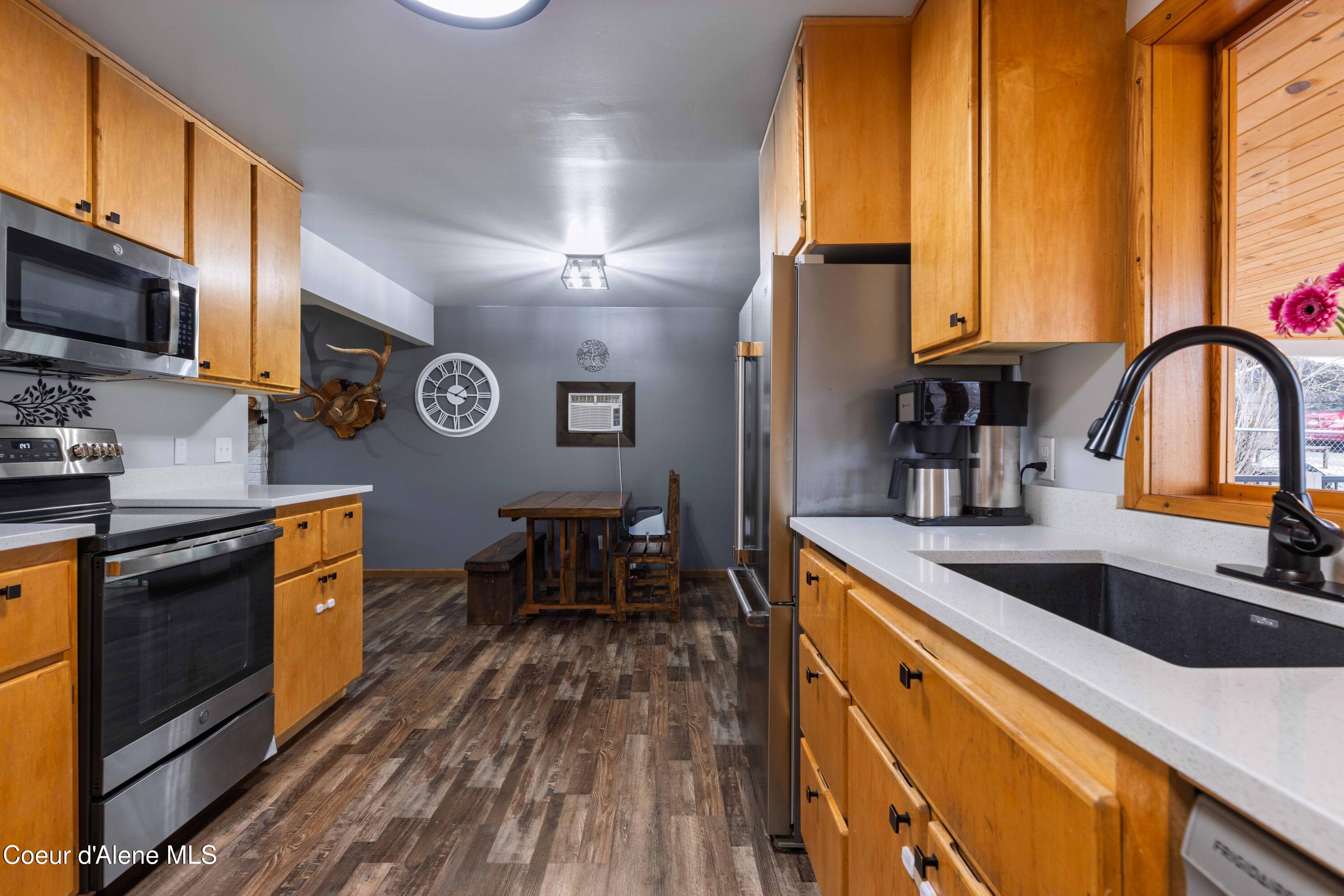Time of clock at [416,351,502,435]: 1:49
